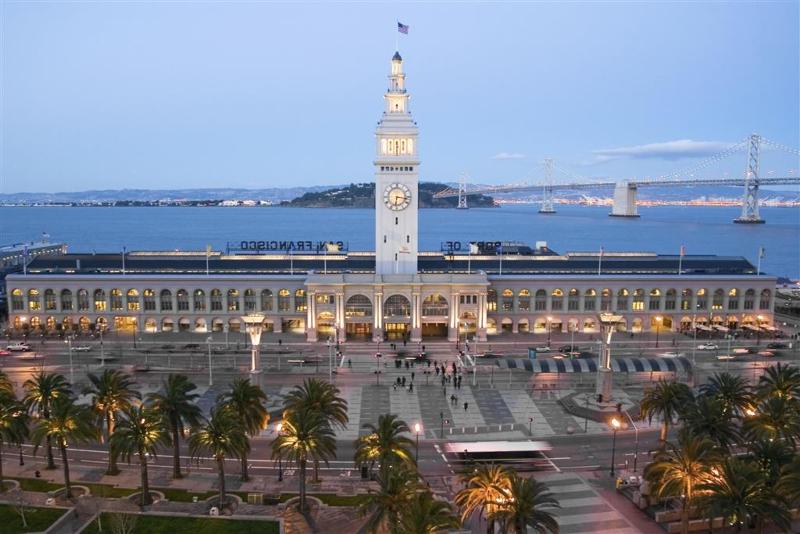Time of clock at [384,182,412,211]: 6:16
